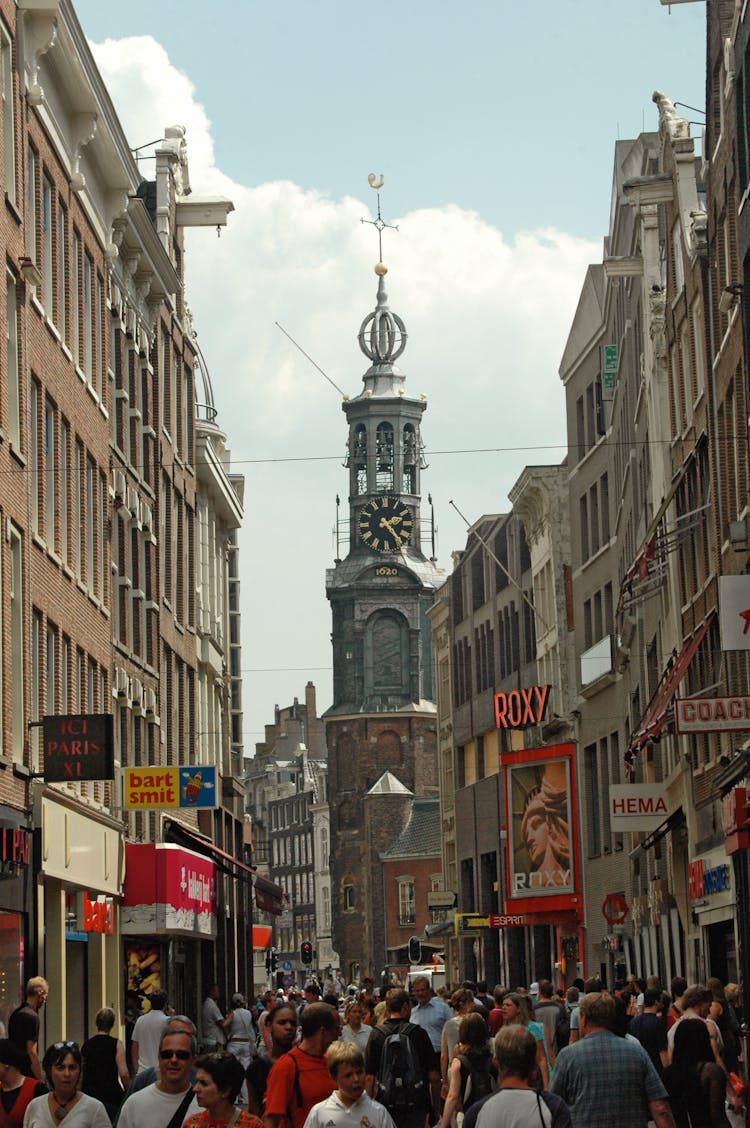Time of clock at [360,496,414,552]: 2:23
